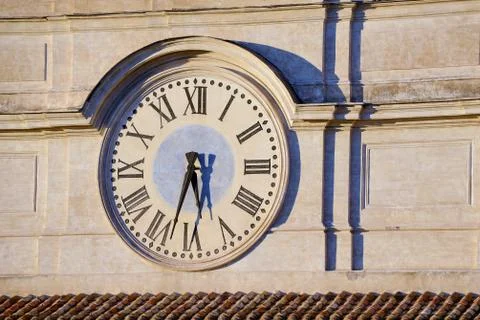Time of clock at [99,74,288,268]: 5:32
